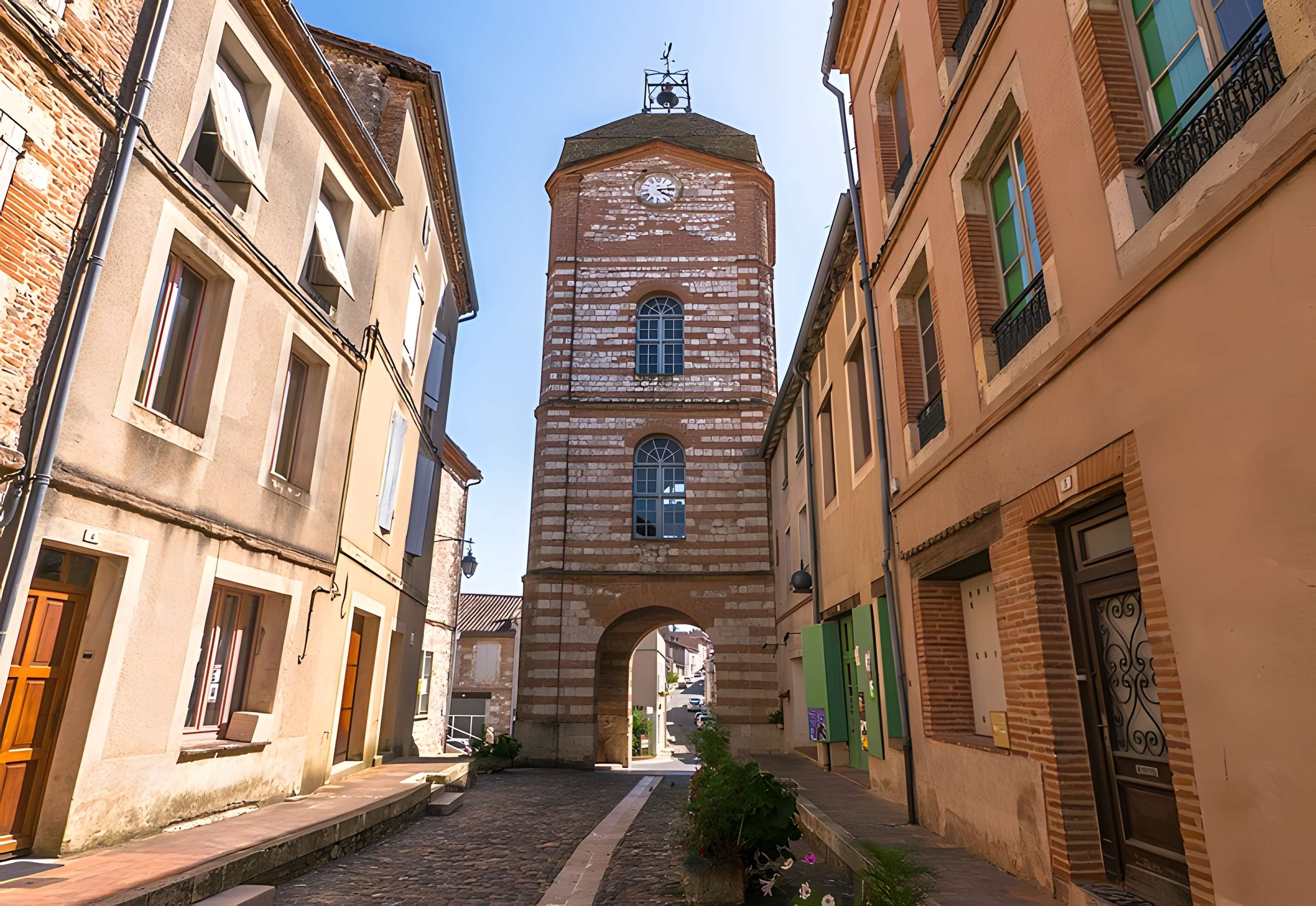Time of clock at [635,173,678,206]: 4:13
